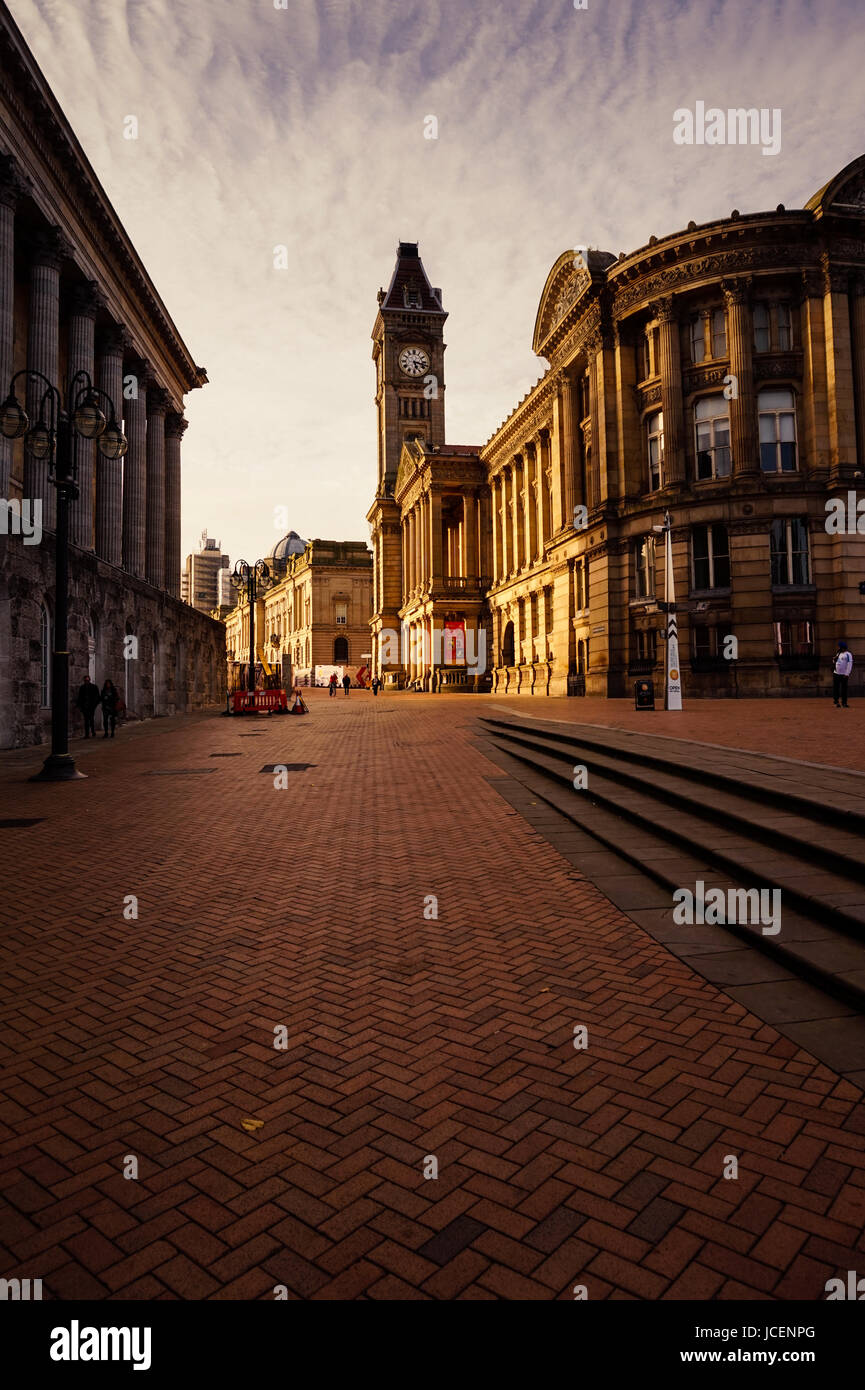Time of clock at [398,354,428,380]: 5:17
